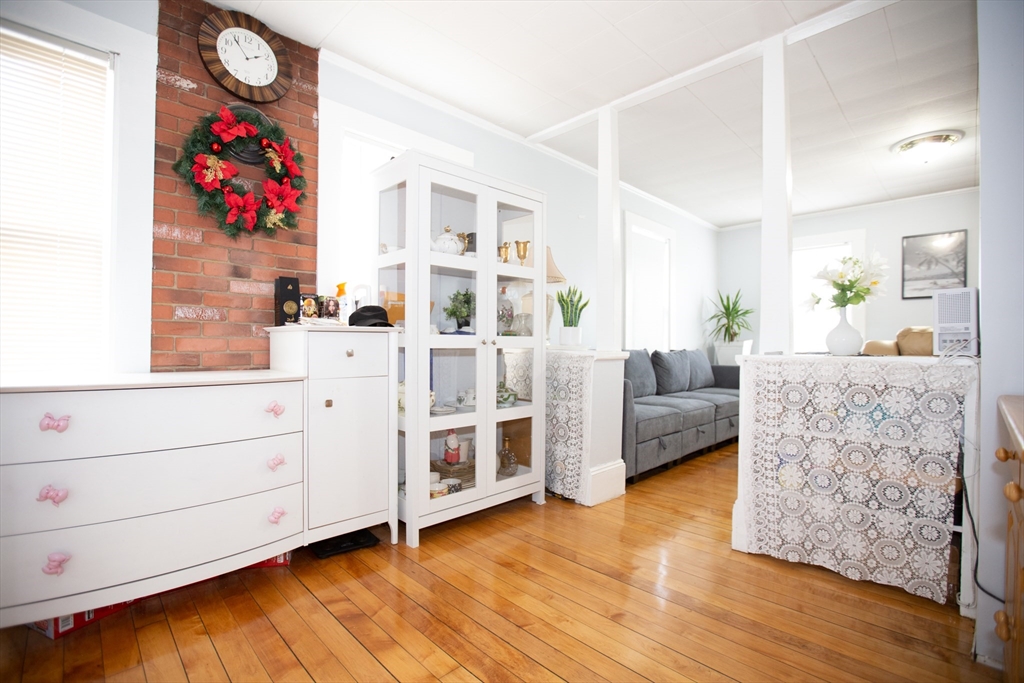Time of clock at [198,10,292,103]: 1:53
